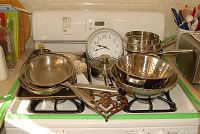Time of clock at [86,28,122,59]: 9:42
